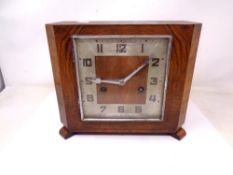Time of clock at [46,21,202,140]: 9:08
